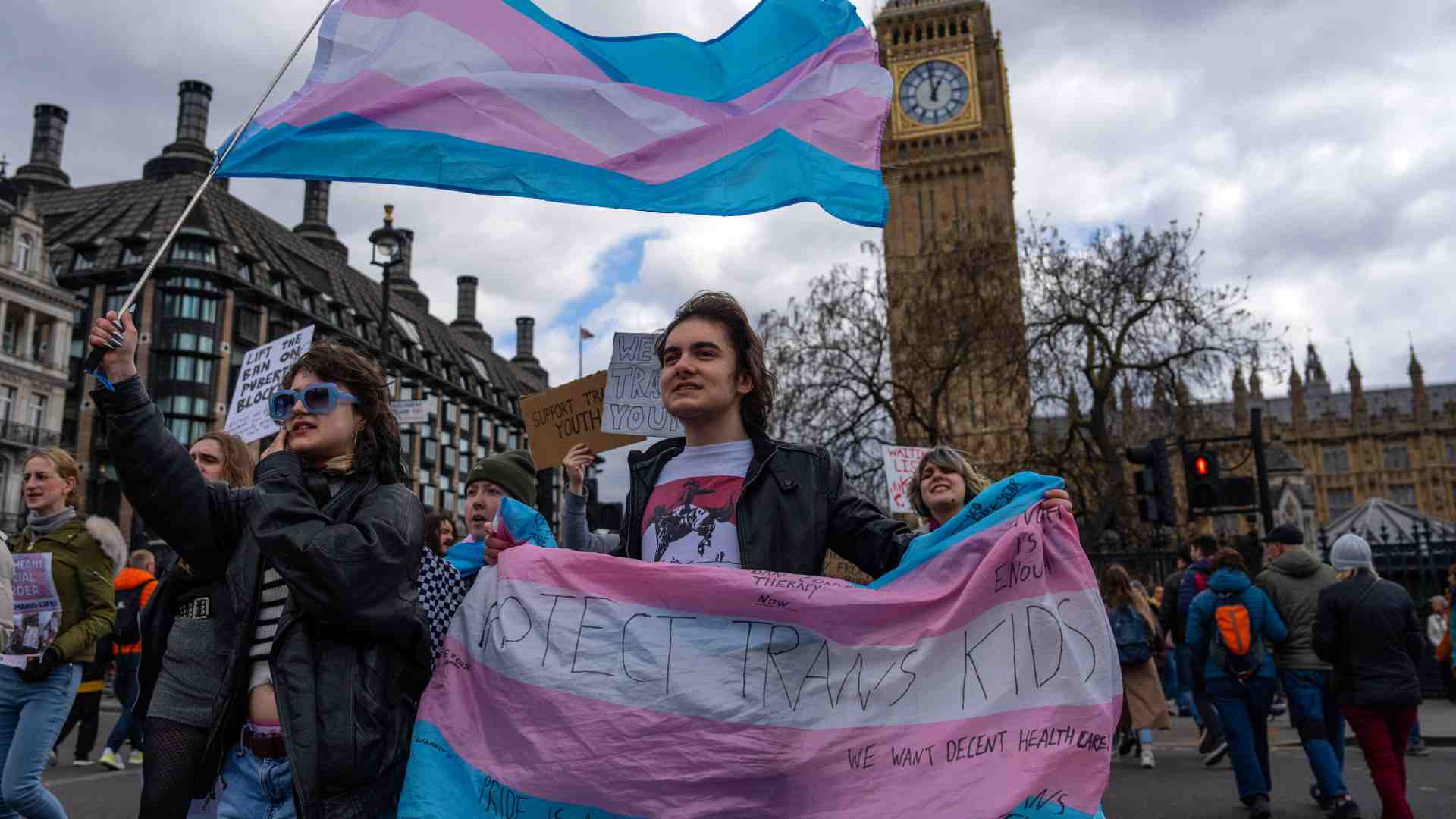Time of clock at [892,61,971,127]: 12:59
